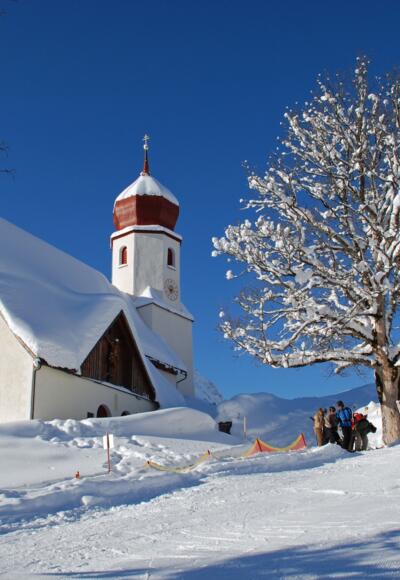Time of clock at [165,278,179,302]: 7:15
